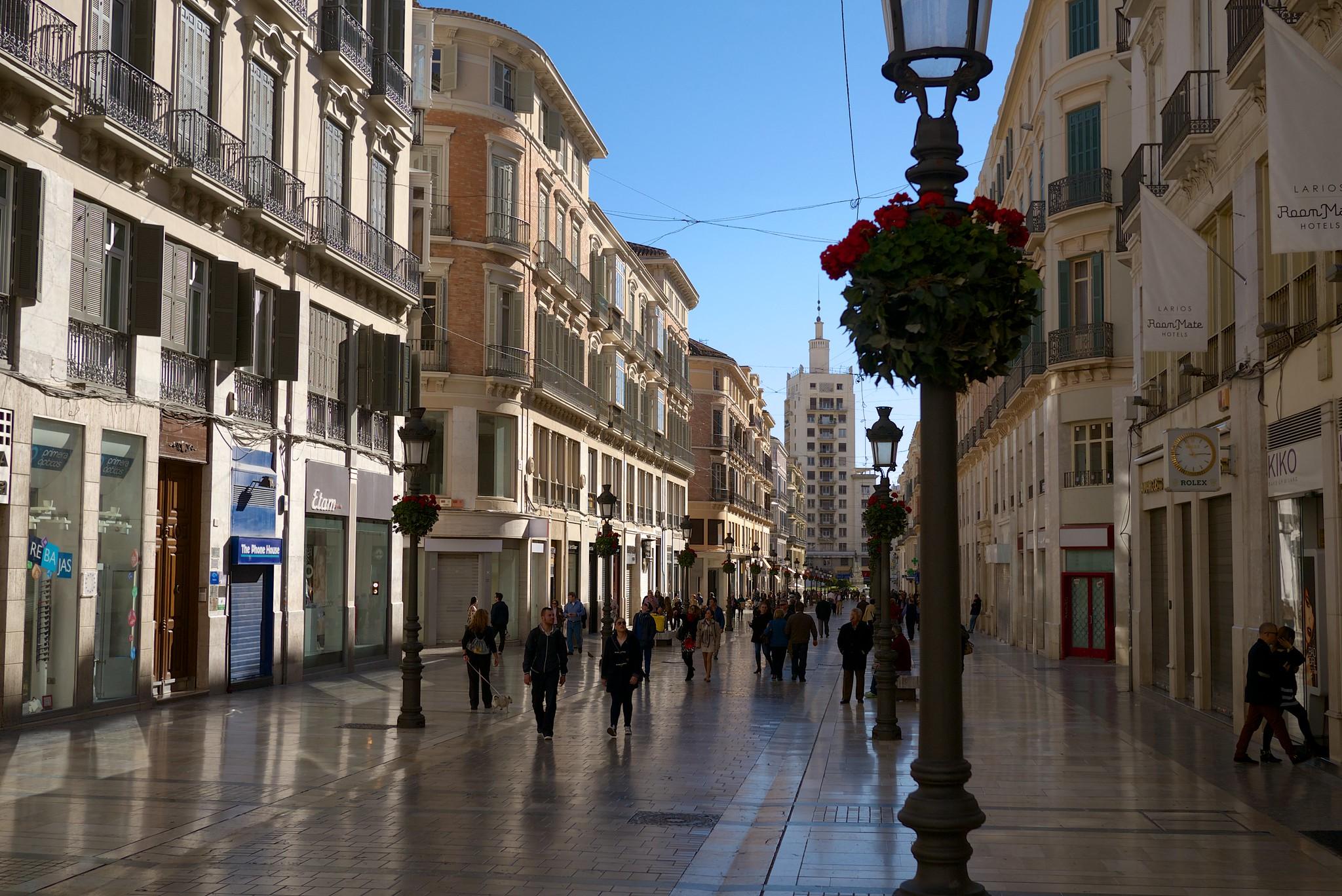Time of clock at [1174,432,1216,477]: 11:14
